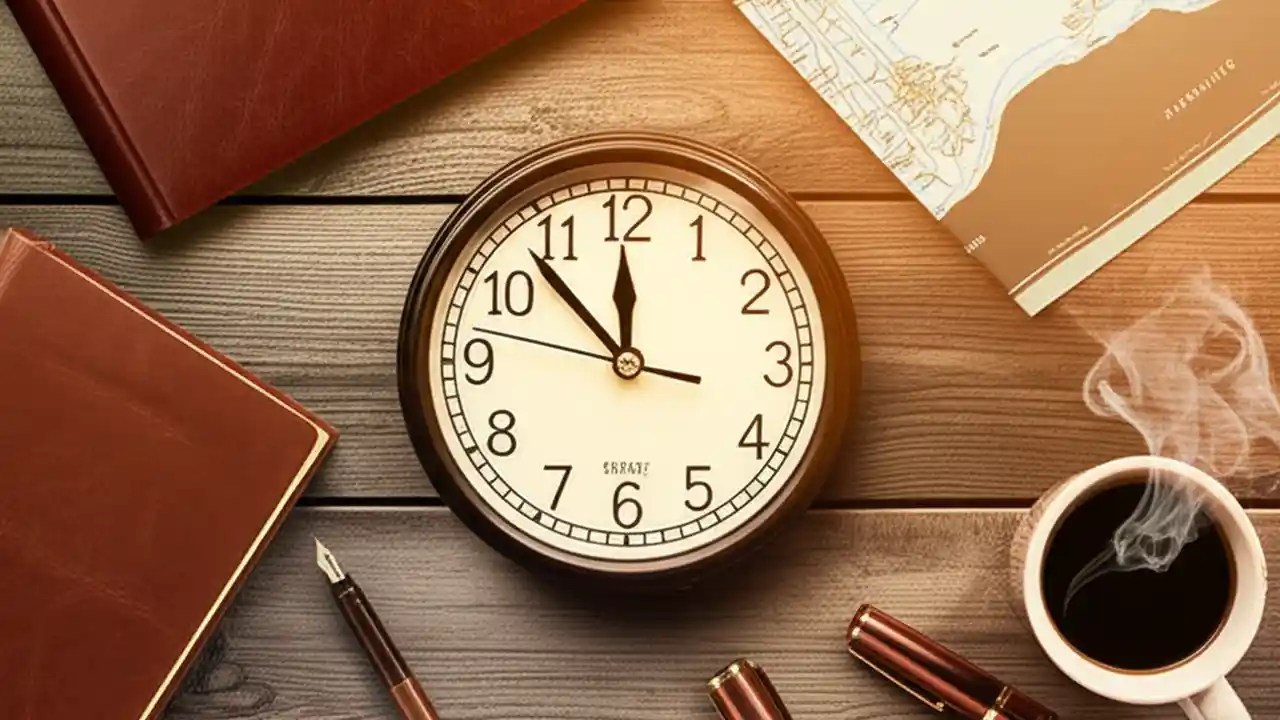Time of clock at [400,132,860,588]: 11:52
